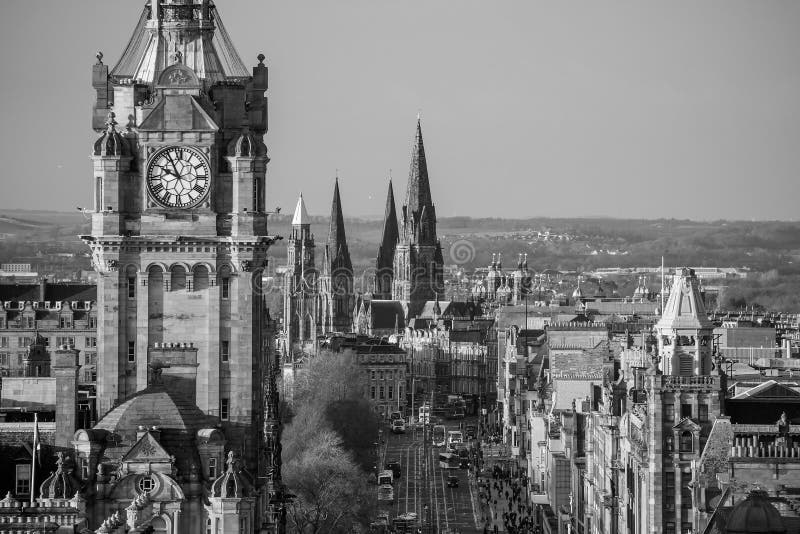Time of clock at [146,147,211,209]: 9:55
